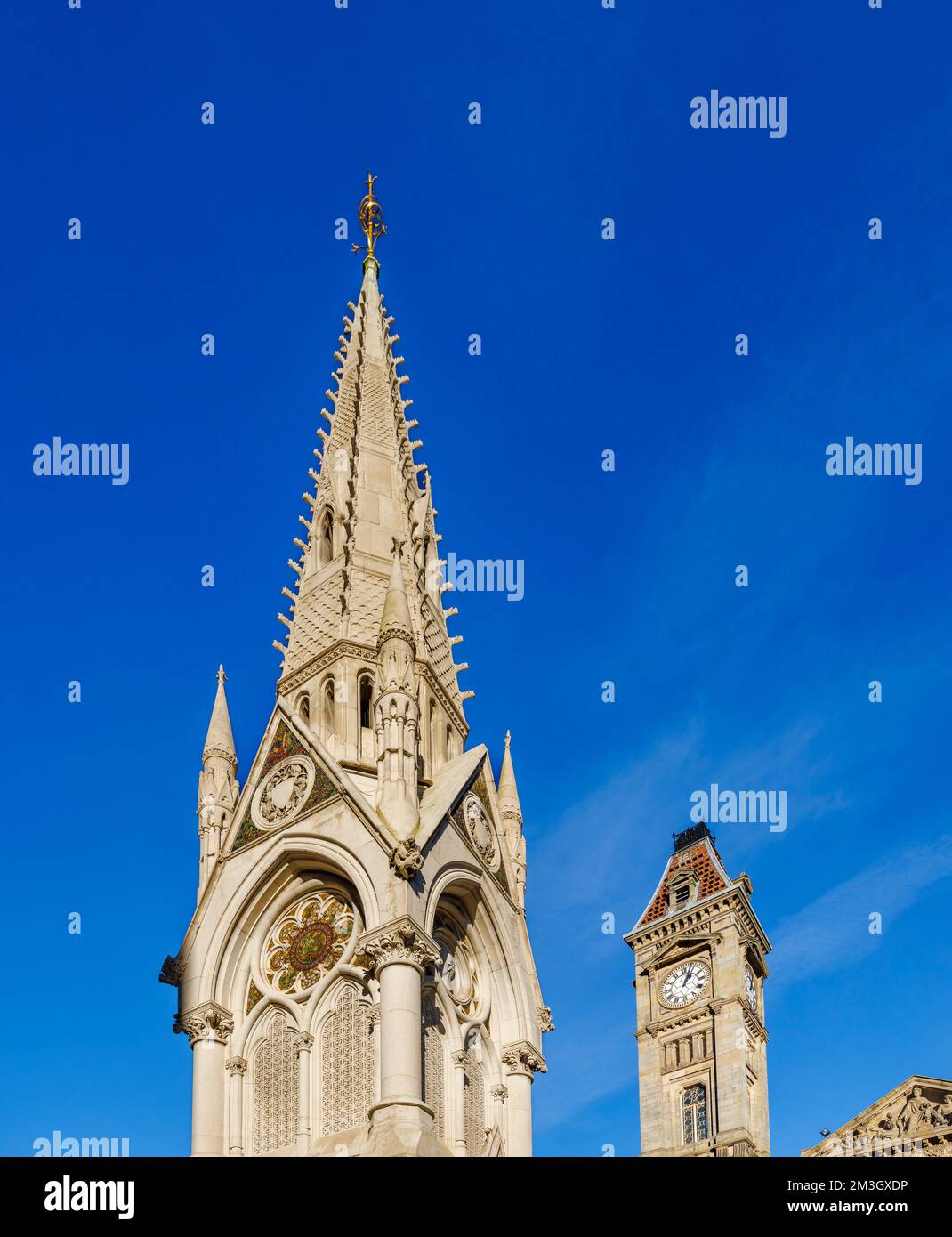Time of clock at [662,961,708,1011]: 1:03
